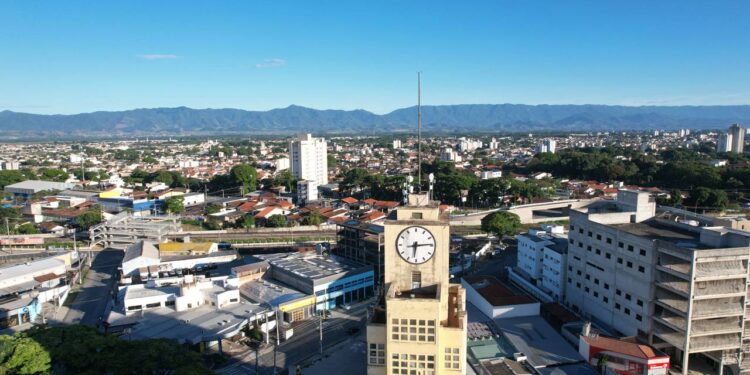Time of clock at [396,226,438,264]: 6:14
